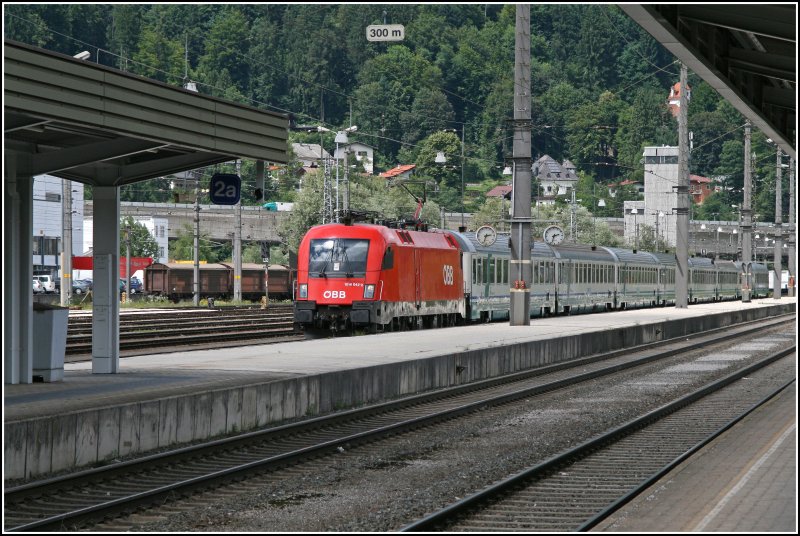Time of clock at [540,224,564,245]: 2:33
